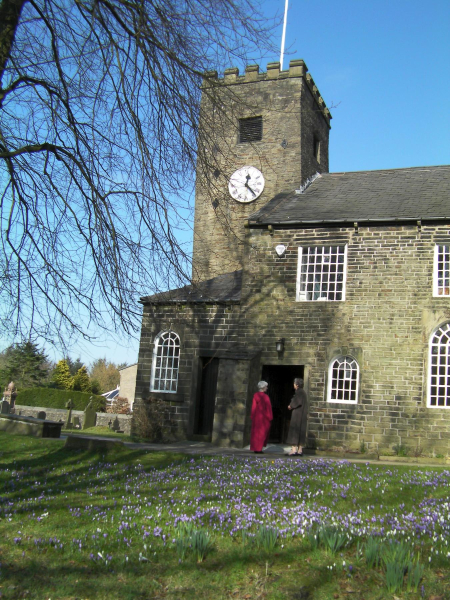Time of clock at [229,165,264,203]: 12:23
